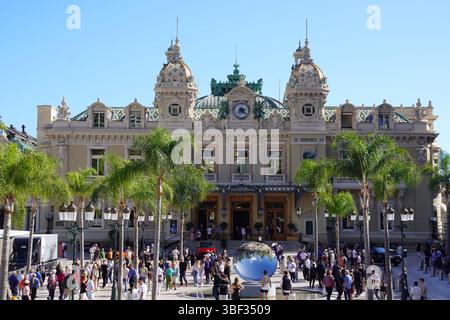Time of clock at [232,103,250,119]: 2:21
